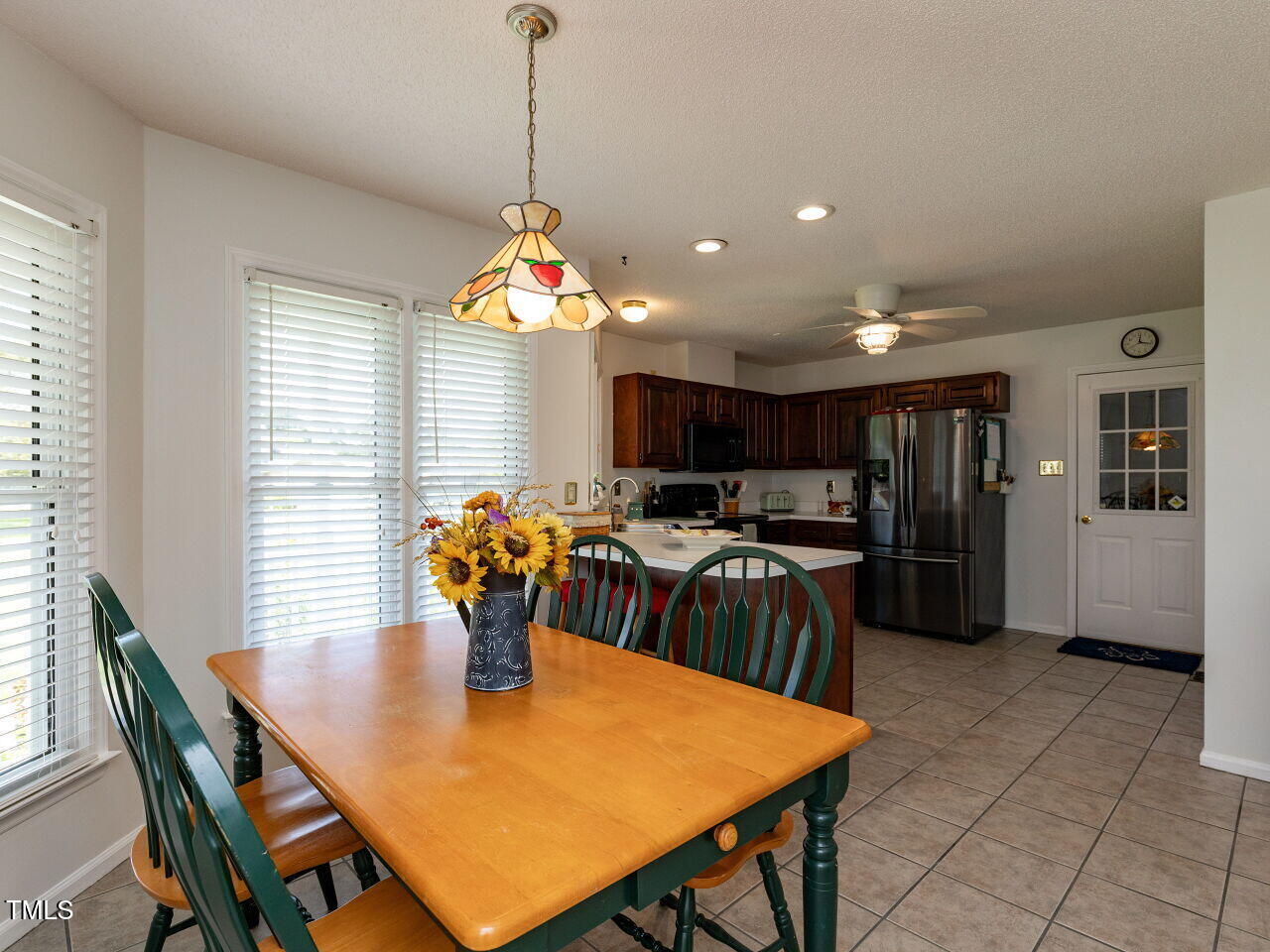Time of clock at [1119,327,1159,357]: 12:17
